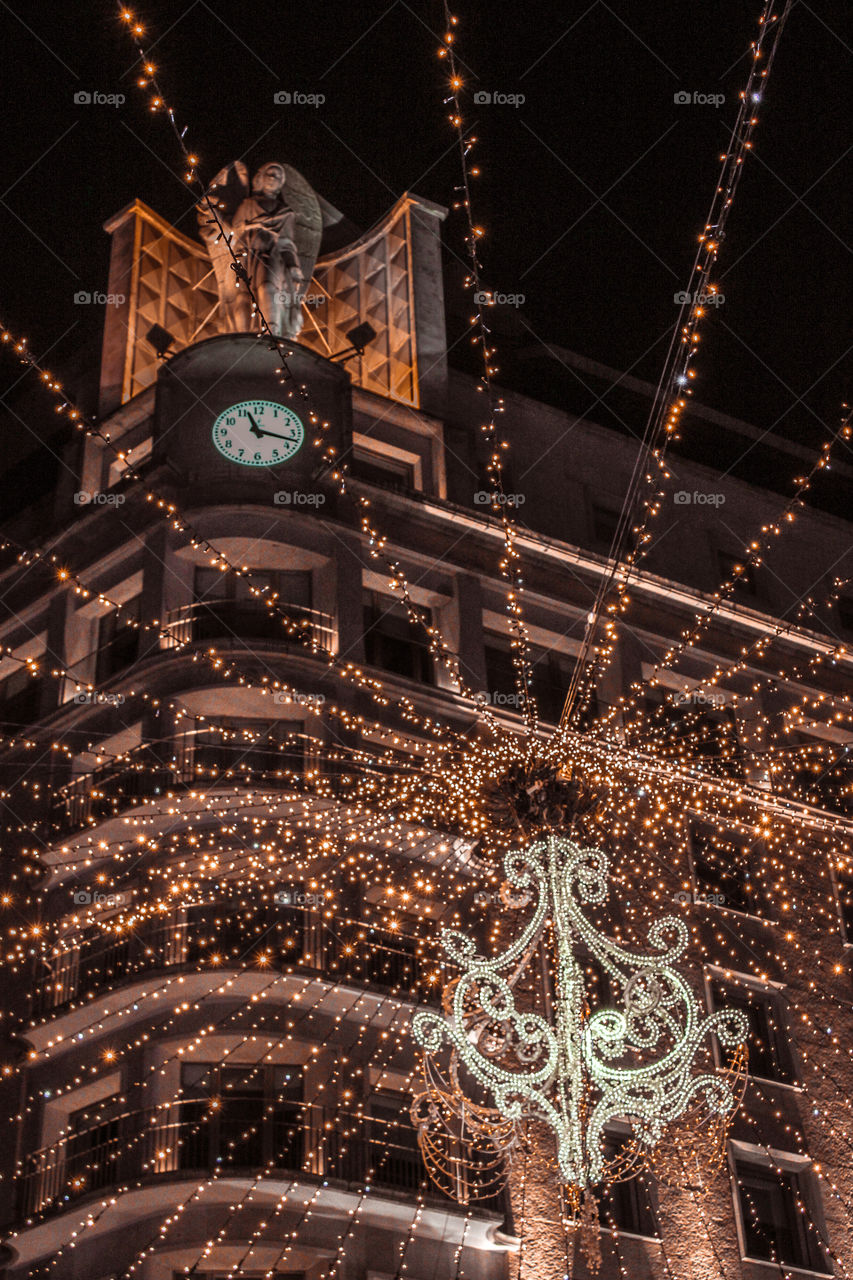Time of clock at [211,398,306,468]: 11:17
